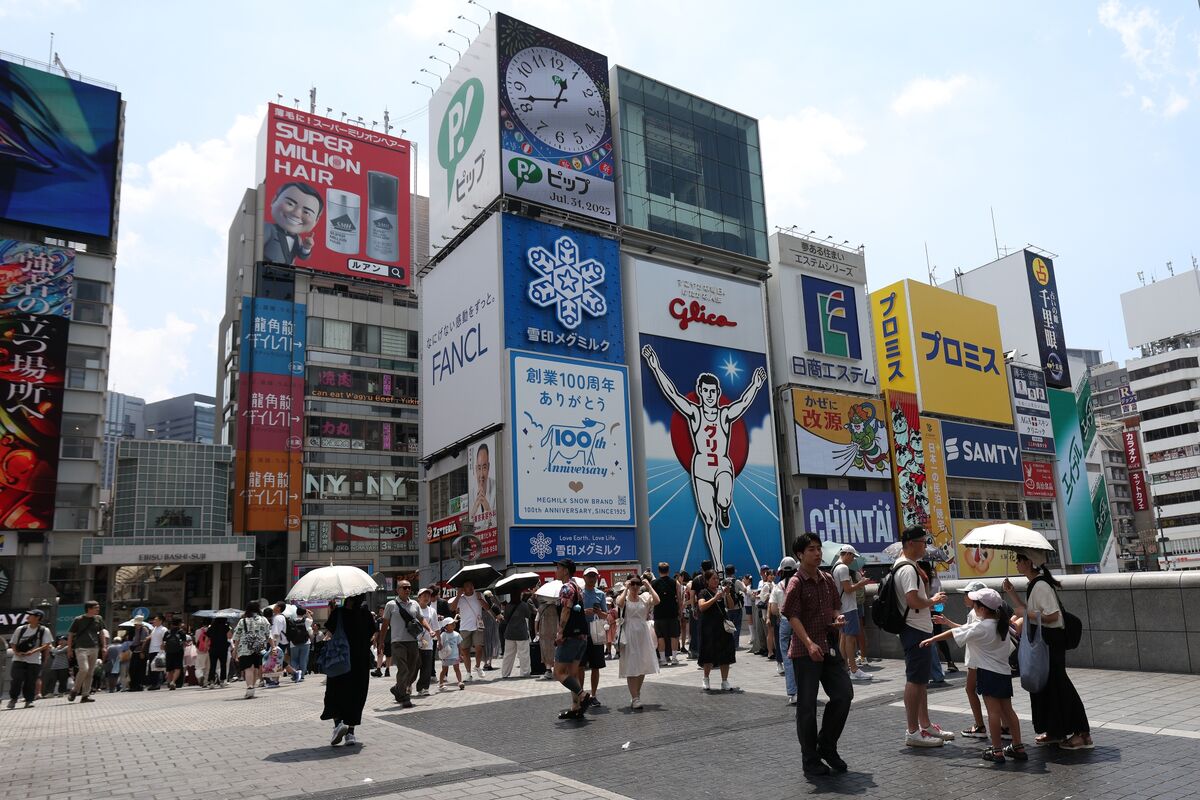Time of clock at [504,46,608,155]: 12:42
